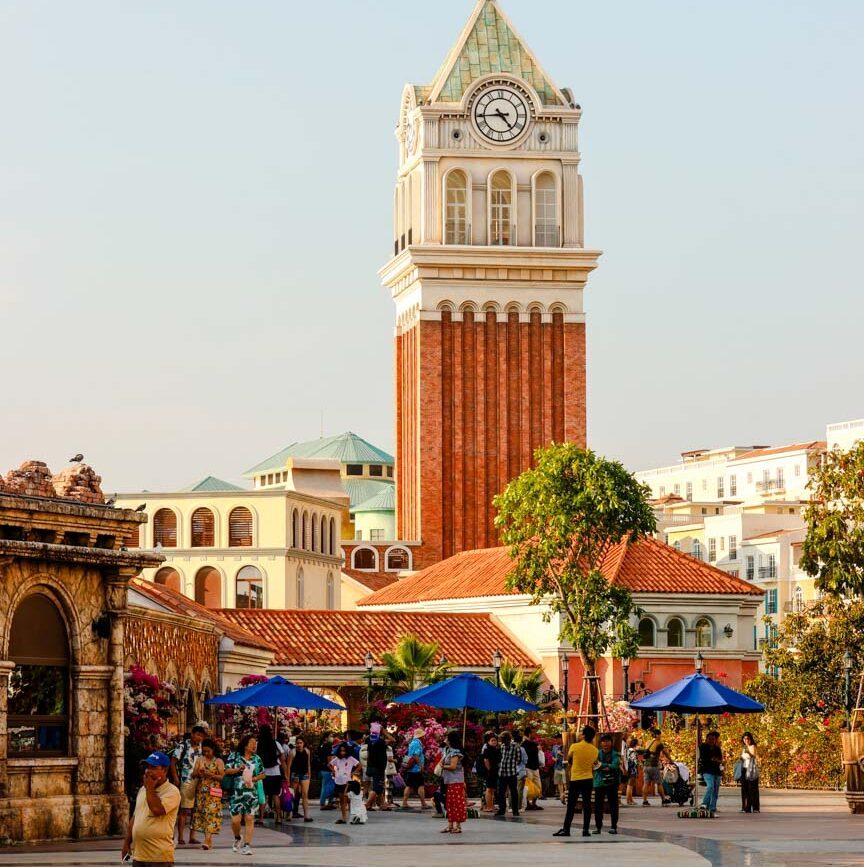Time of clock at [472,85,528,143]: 4:44
